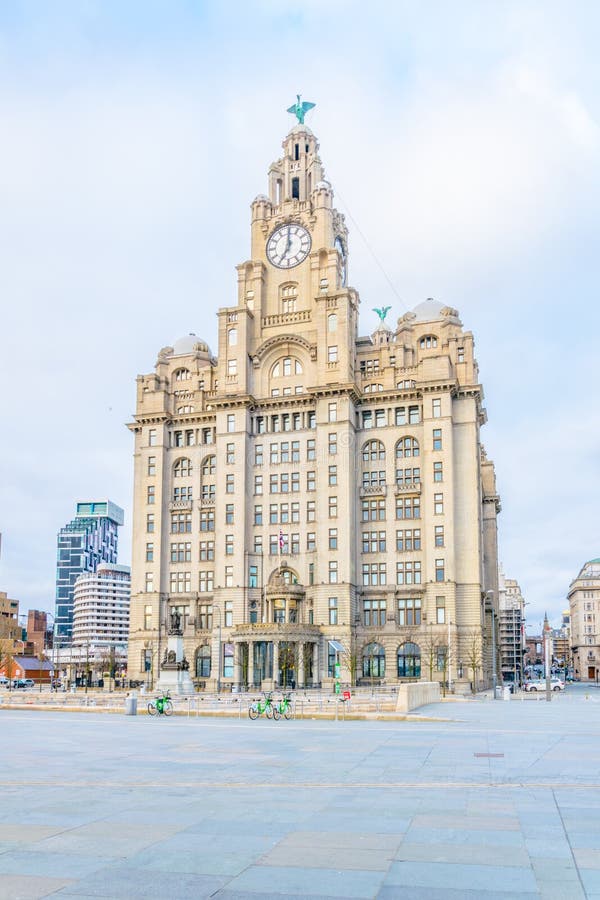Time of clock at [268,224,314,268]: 7:00
